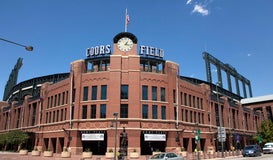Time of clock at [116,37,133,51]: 1:16
